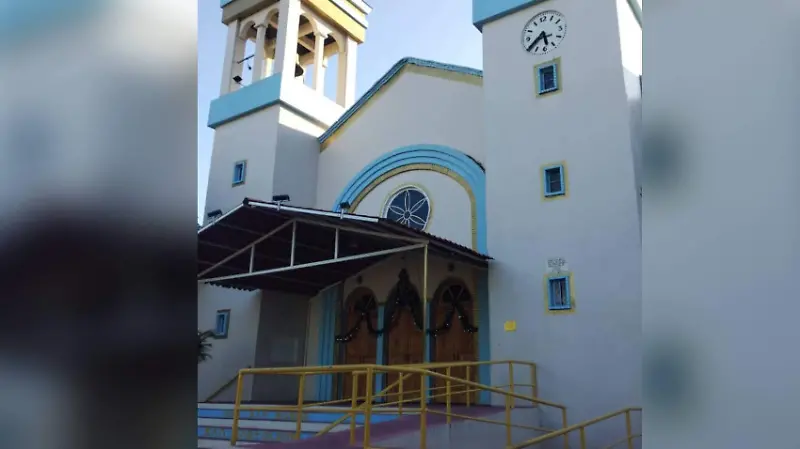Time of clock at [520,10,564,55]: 5:38
